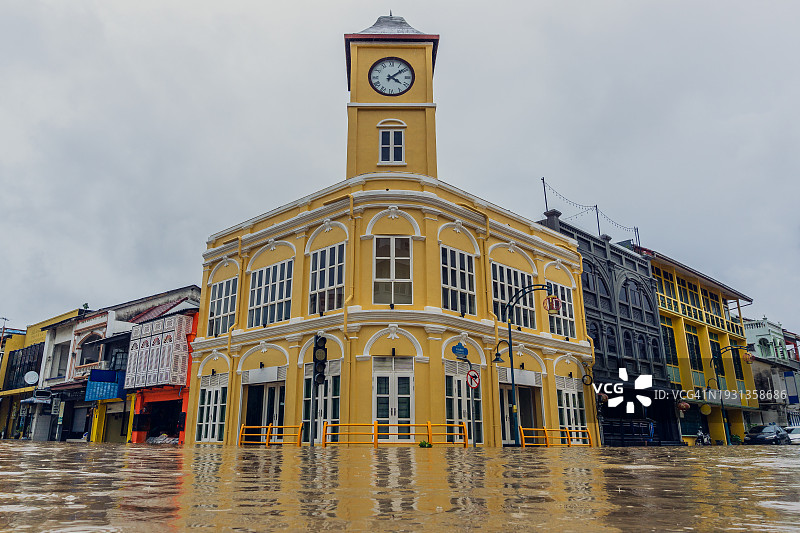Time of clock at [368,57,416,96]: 4:08
